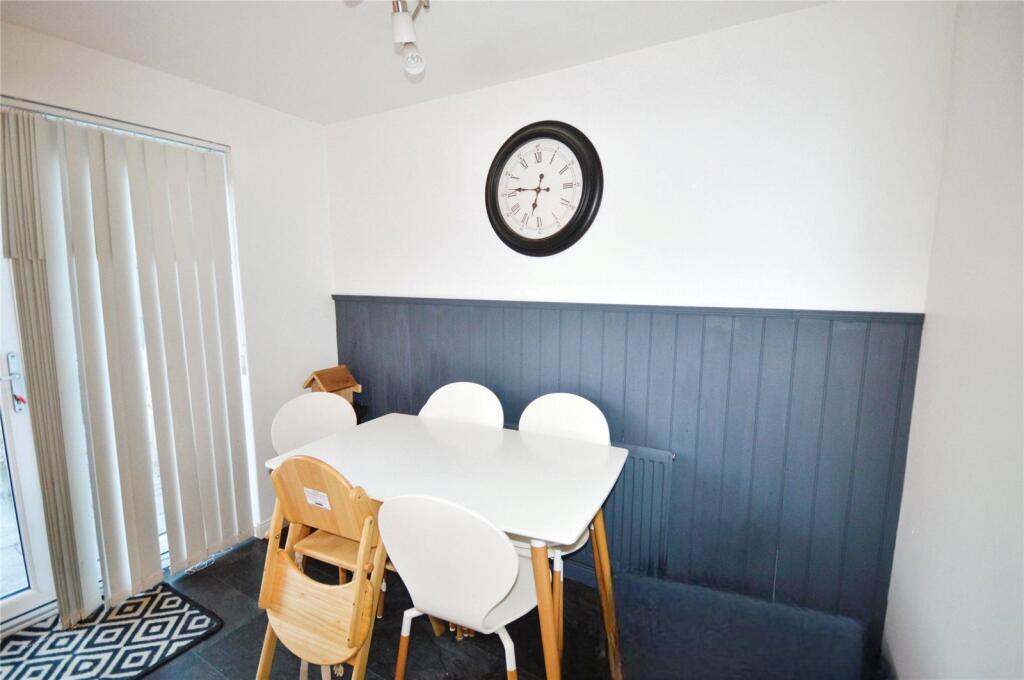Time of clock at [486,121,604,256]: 6:45
